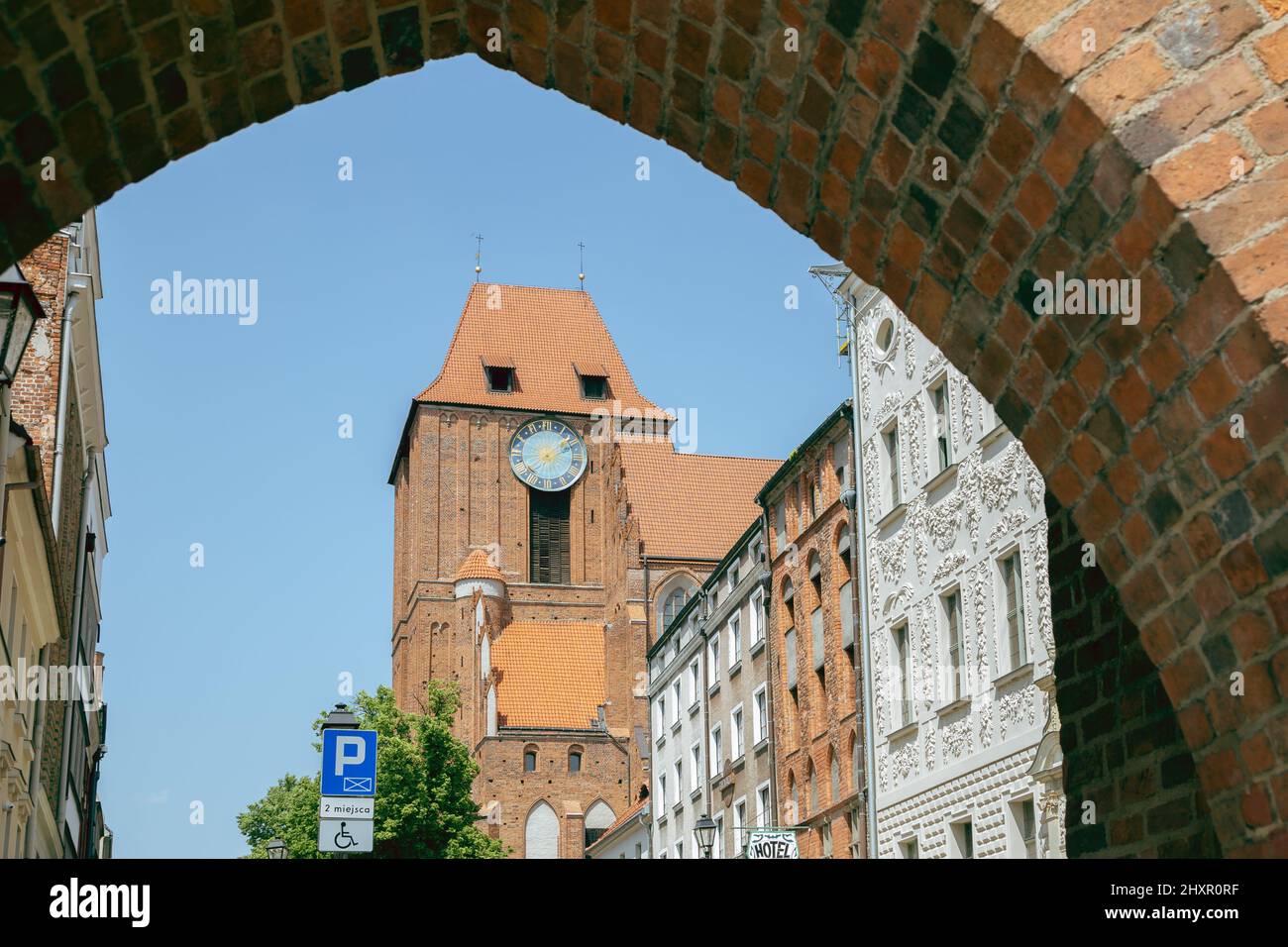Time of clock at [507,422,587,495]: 1:37
